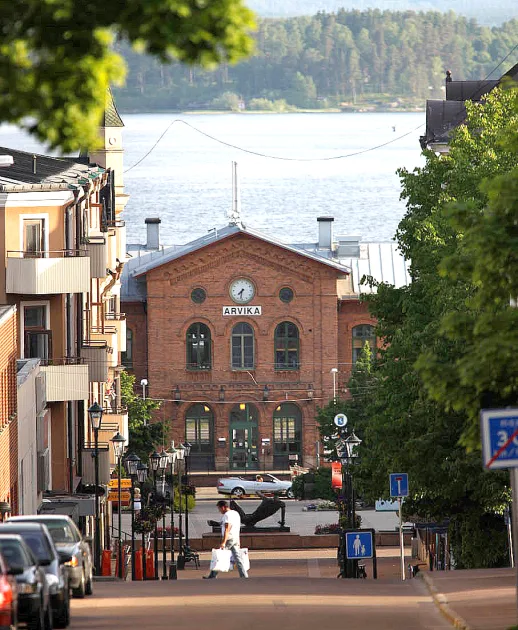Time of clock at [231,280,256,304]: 7:31
